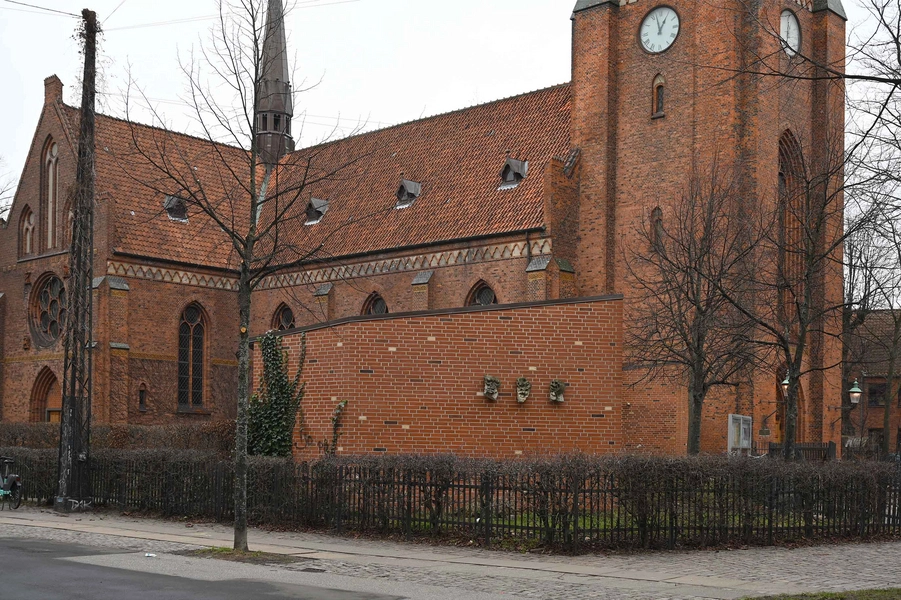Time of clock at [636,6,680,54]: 12:57
